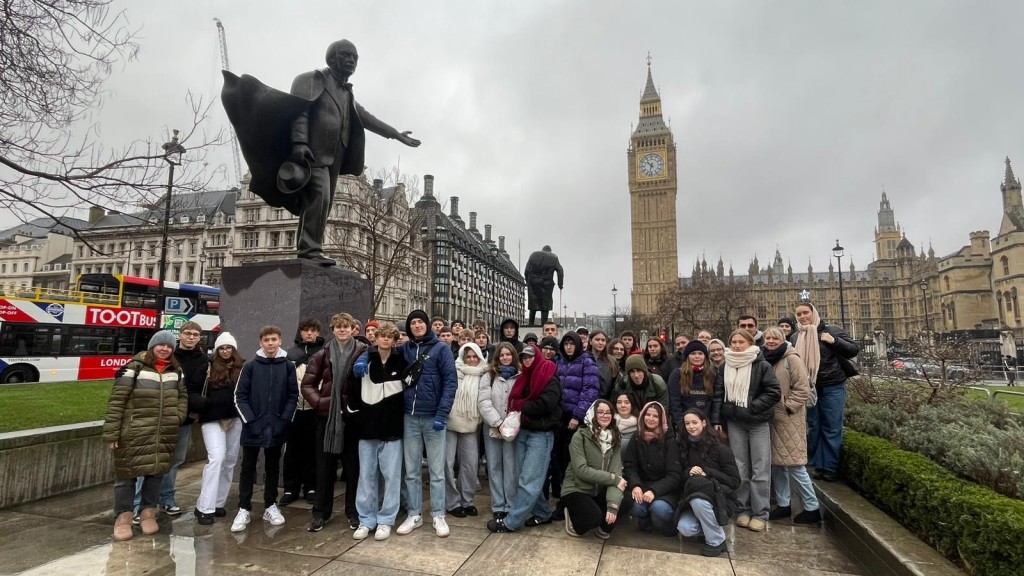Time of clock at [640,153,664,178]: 10:32
